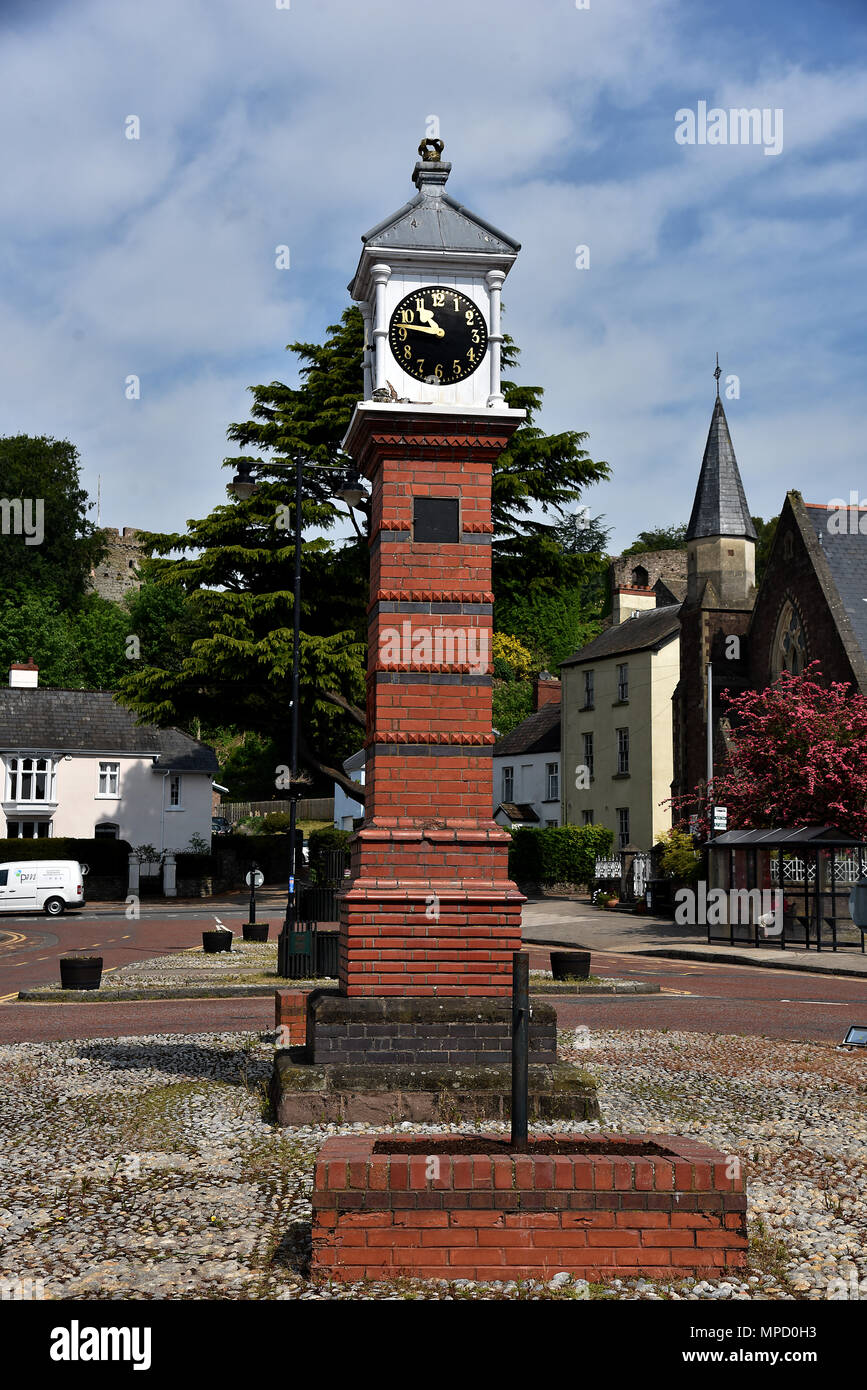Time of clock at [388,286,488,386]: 10:46
